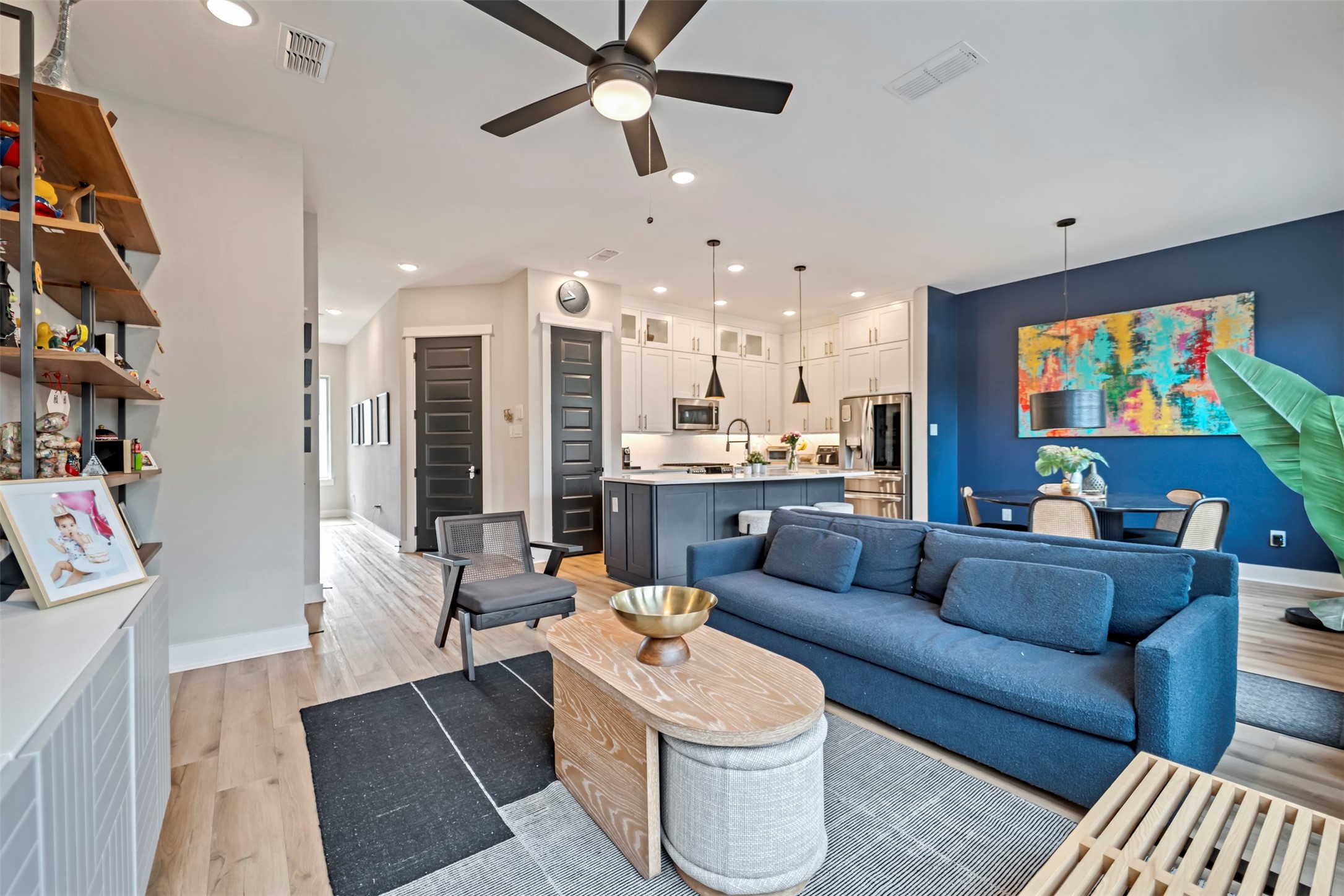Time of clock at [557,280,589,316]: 10:41
